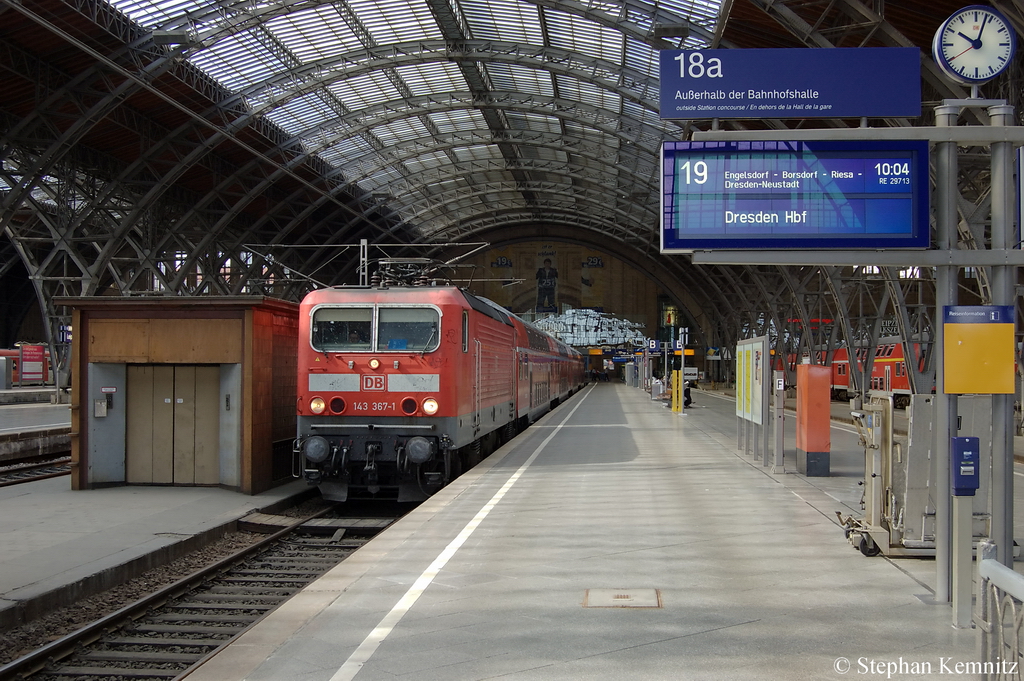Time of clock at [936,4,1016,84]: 10:03
